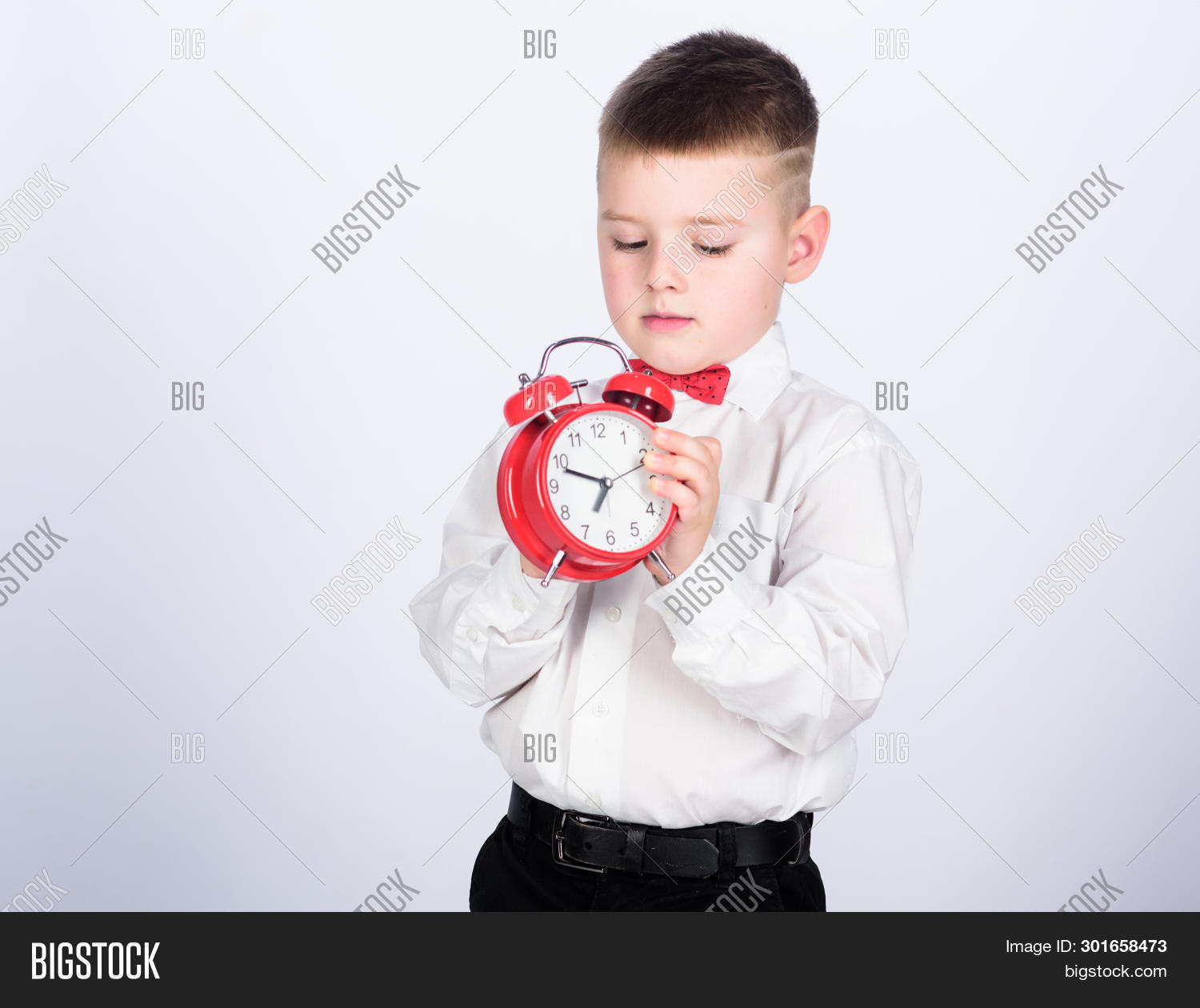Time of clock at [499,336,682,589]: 6:48
